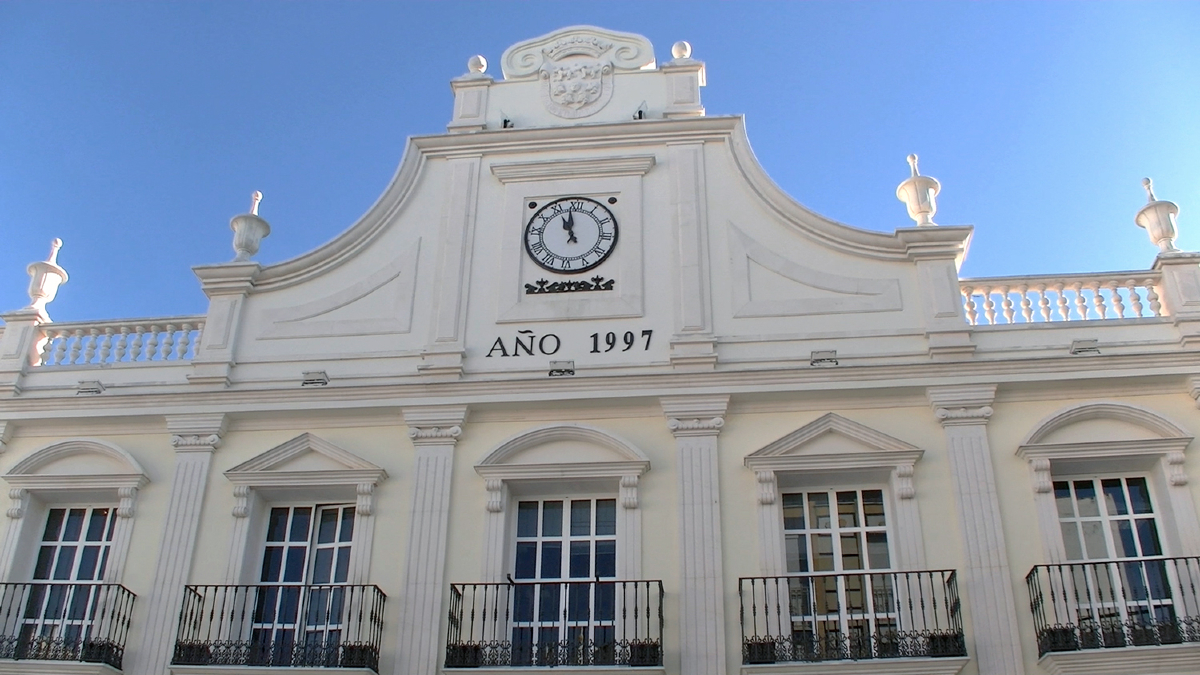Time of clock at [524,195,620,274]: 10:58
